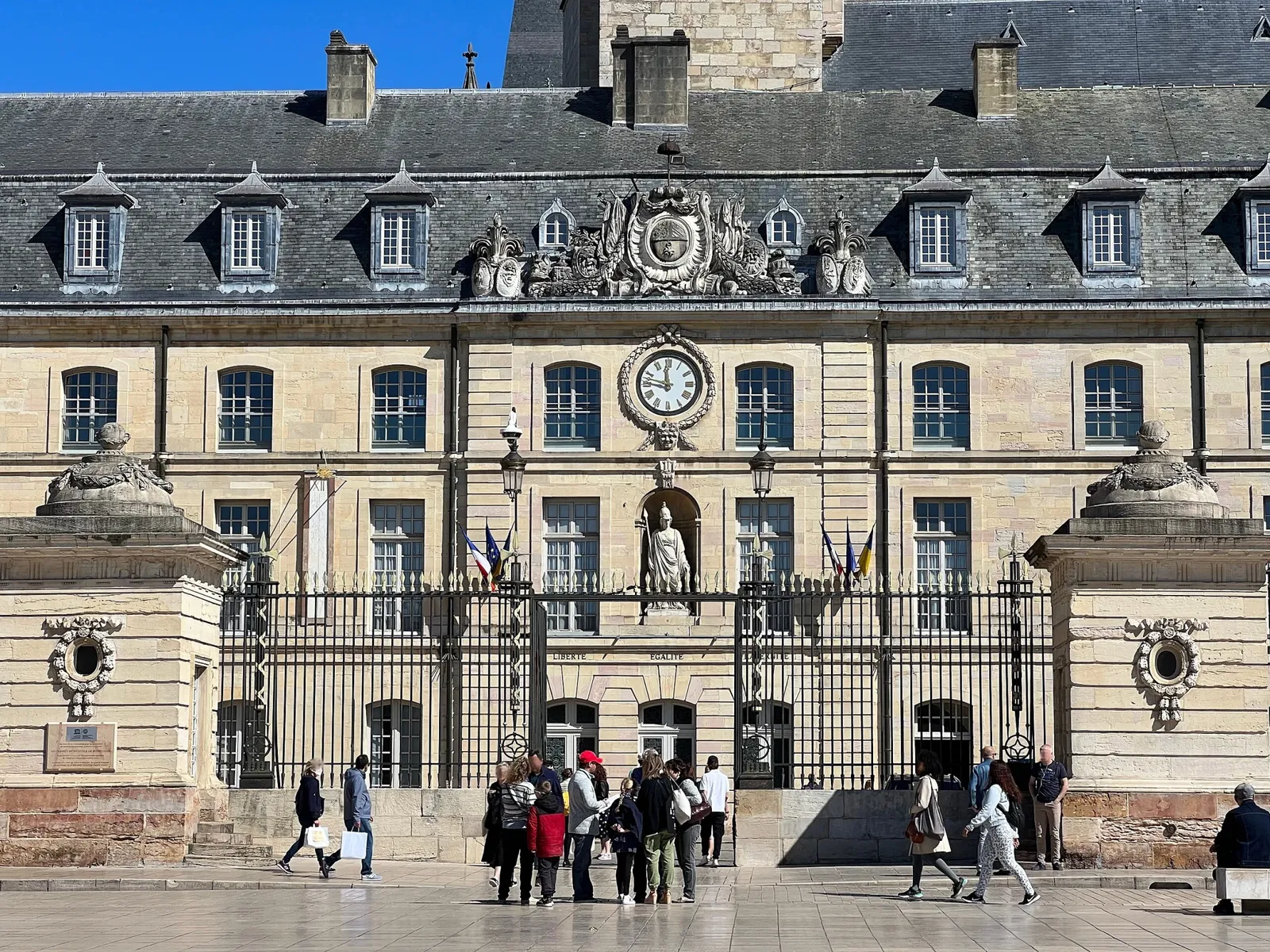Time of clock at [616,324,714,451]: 11:46
